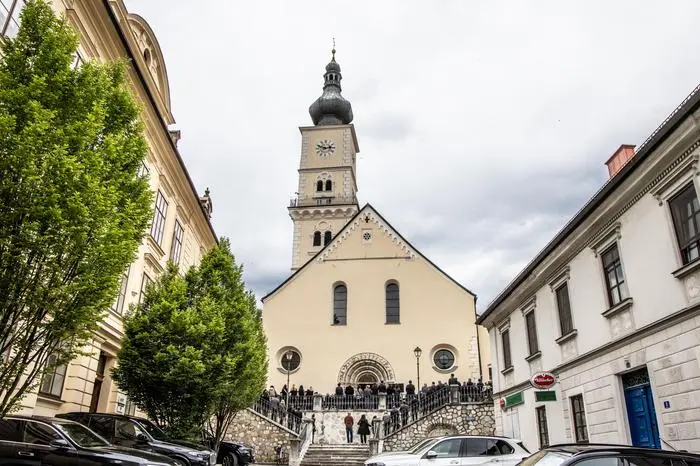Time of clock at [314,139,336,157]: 2:48
